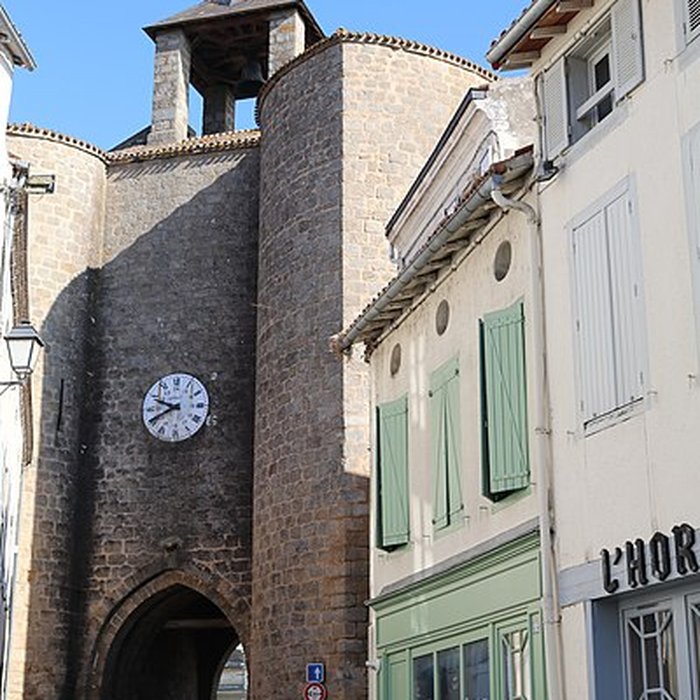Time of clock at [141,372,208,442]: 9:41
